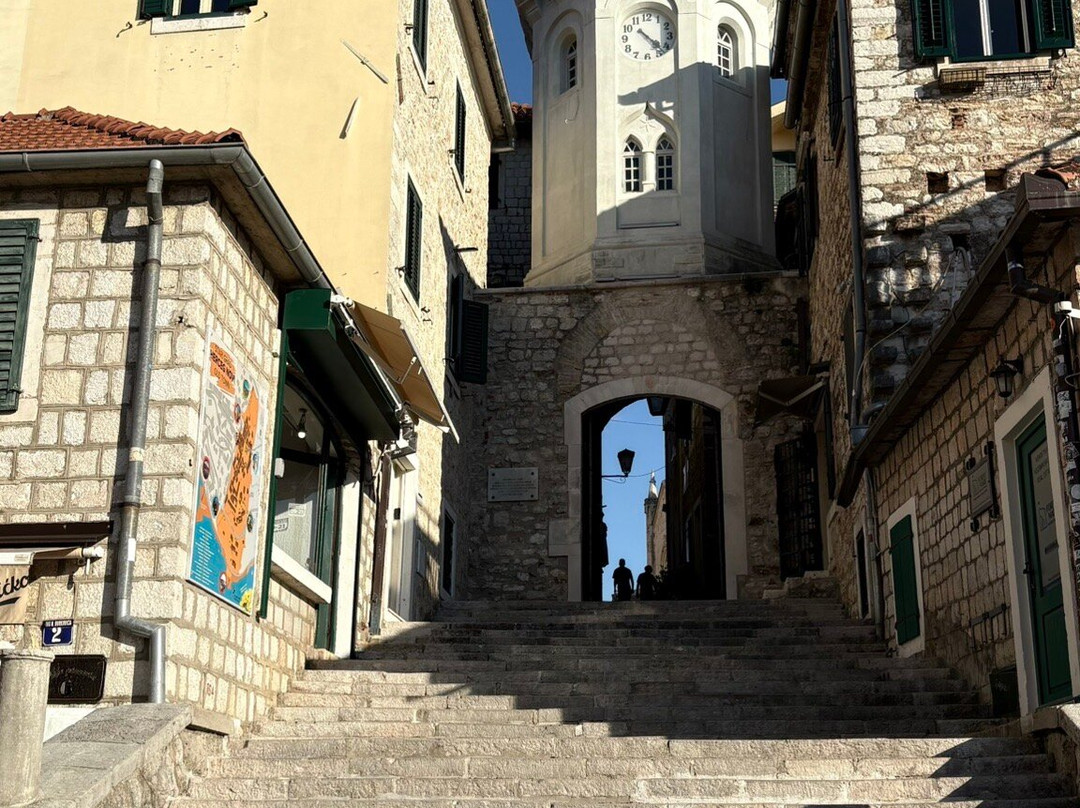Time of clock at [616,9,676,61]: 4:22
